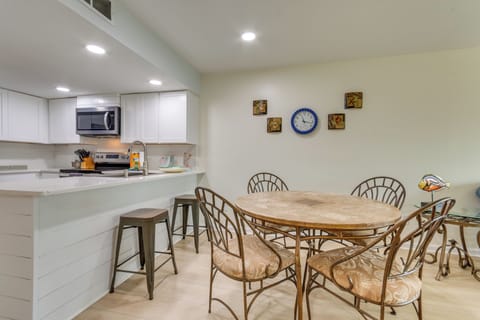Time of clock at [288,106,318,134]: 11:17
